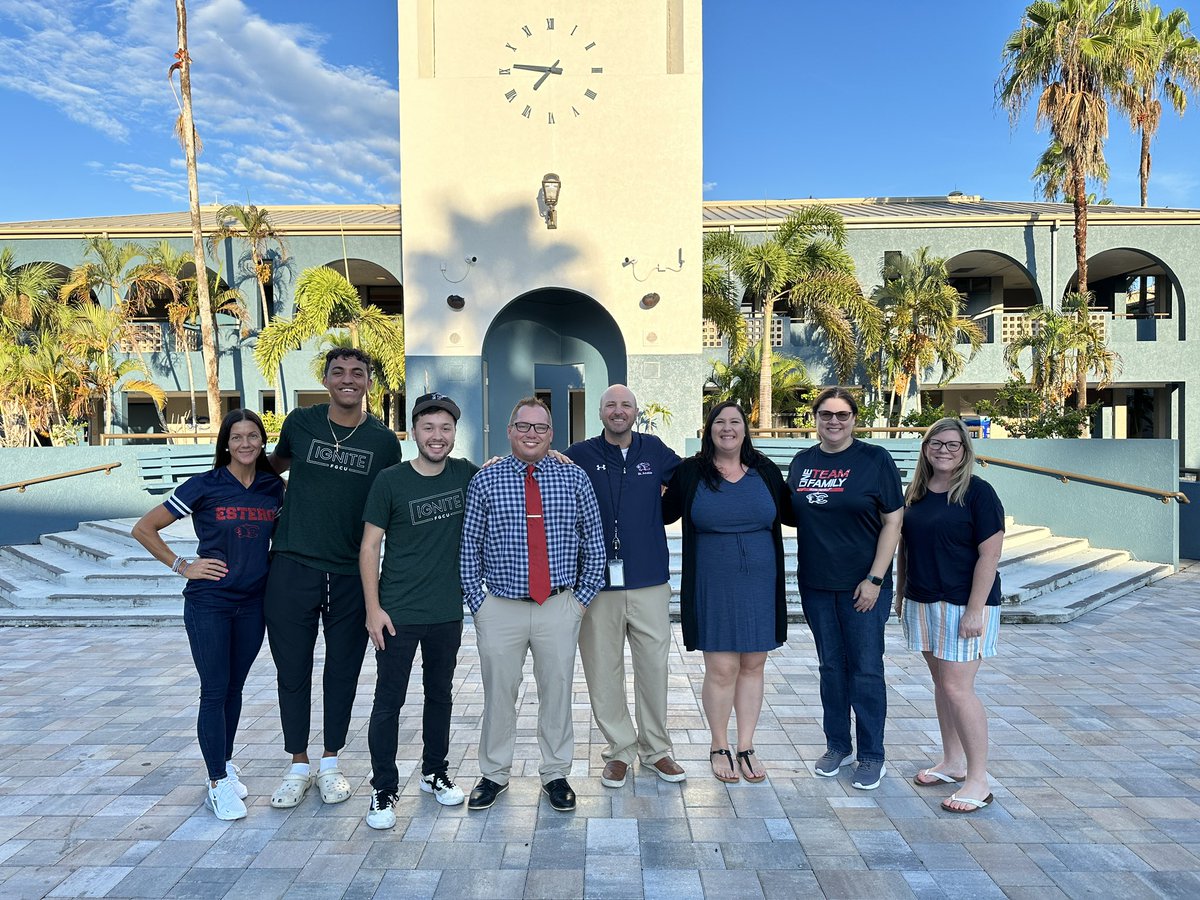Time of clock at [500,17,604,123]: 7:46
